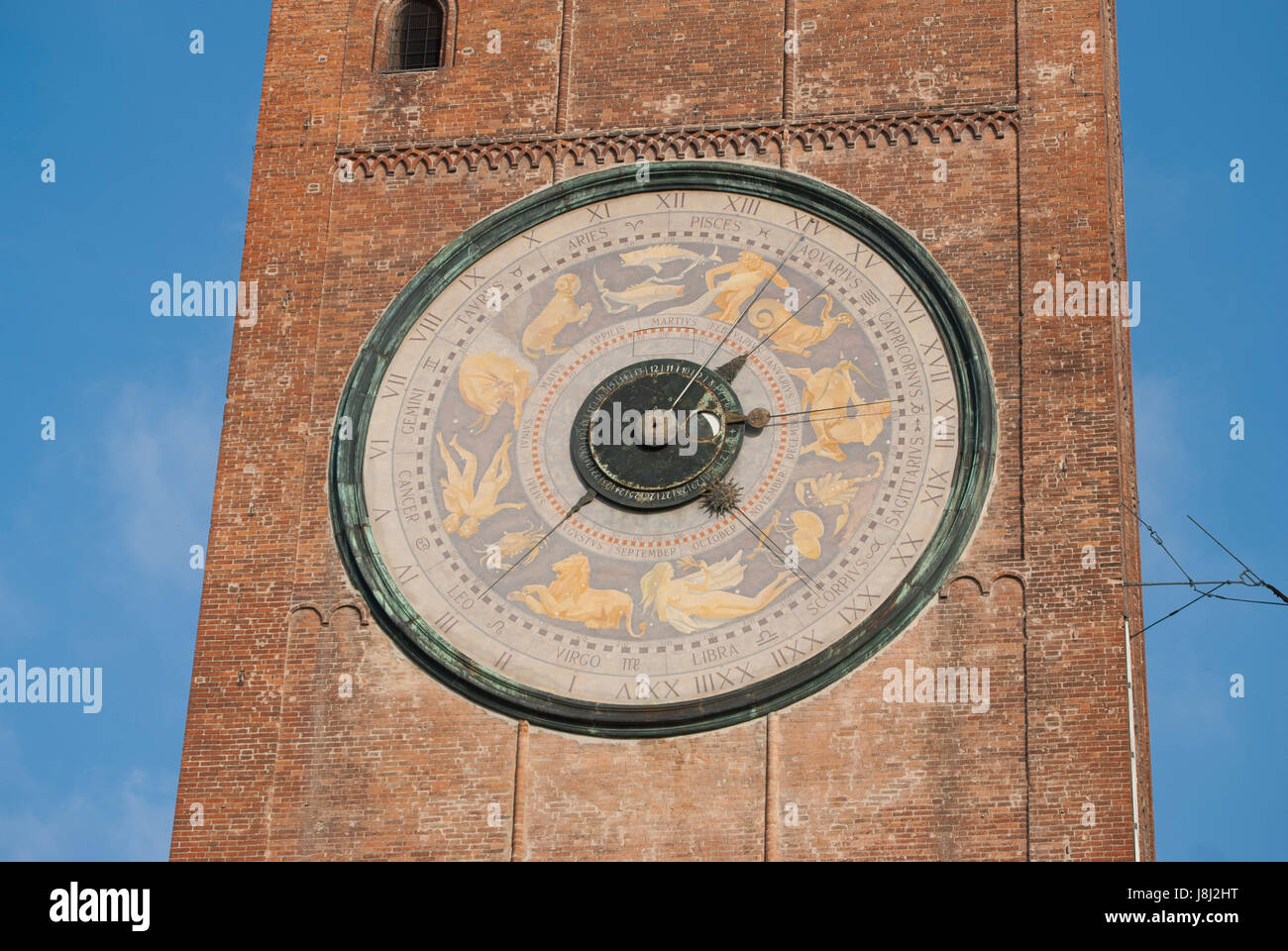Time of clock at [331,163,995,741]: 3:07
